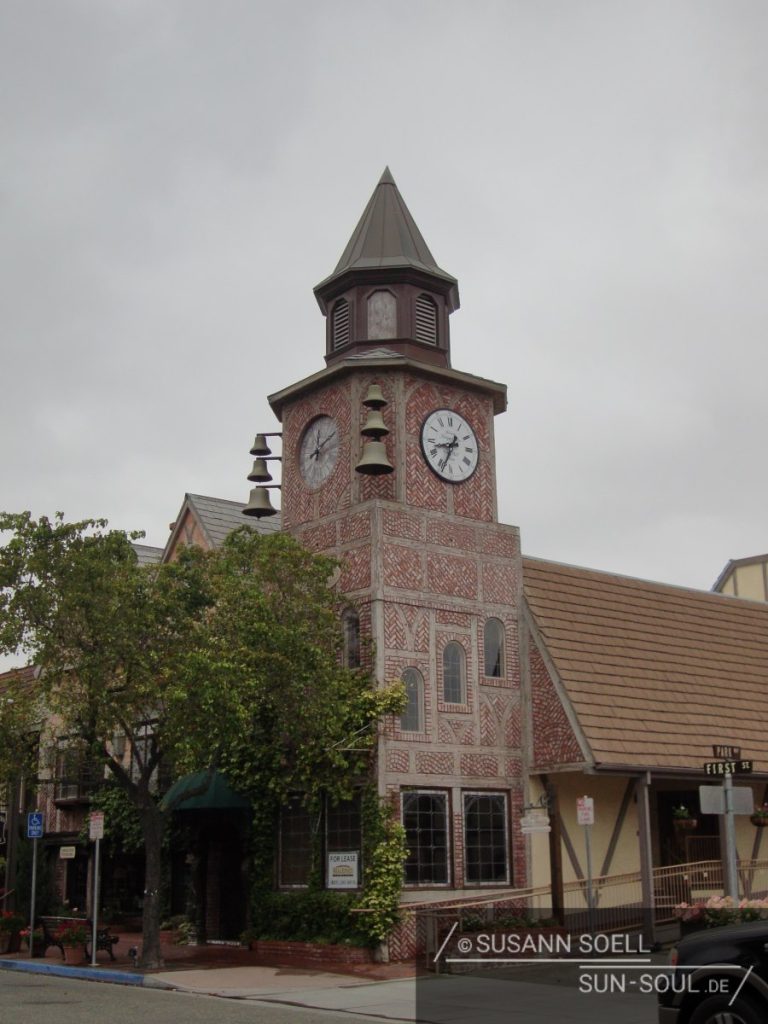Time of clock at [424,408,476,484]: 8:34
